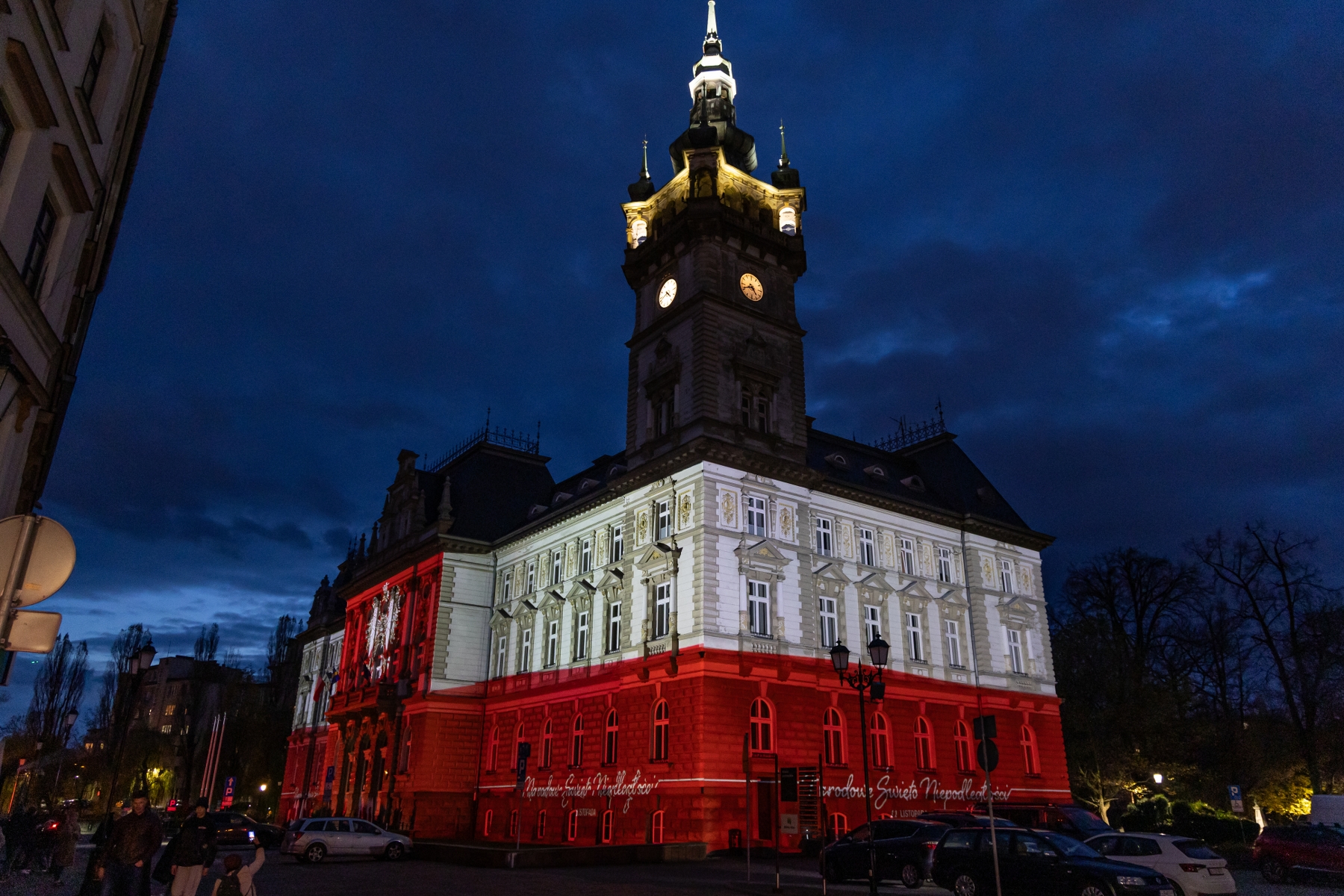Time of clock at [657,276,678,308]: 4:41
